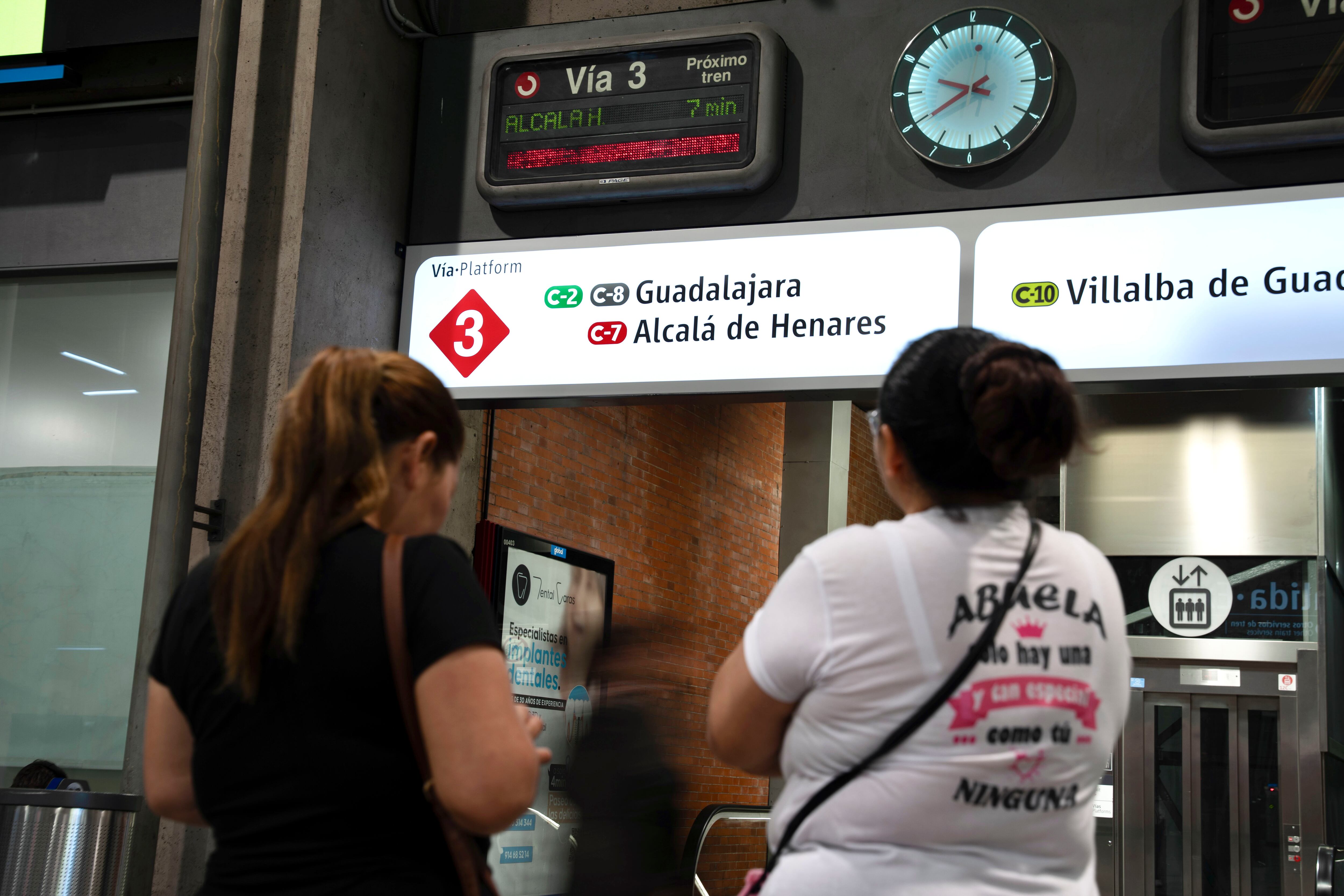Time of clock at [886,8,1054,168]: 9:40
